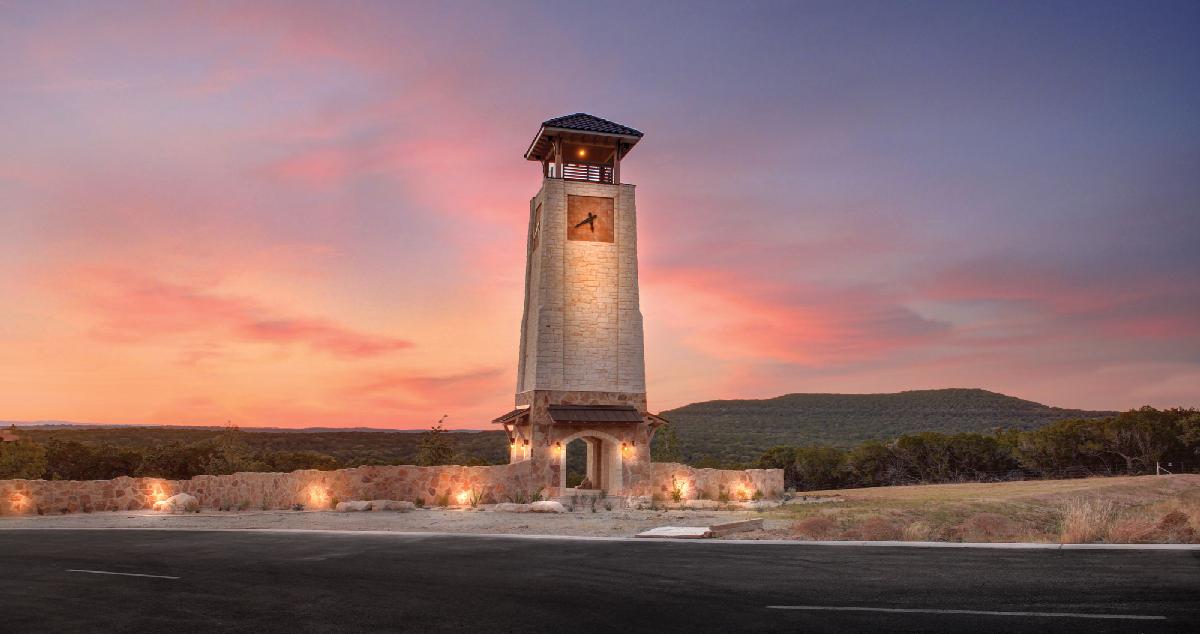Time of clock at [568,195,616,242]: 5:40
